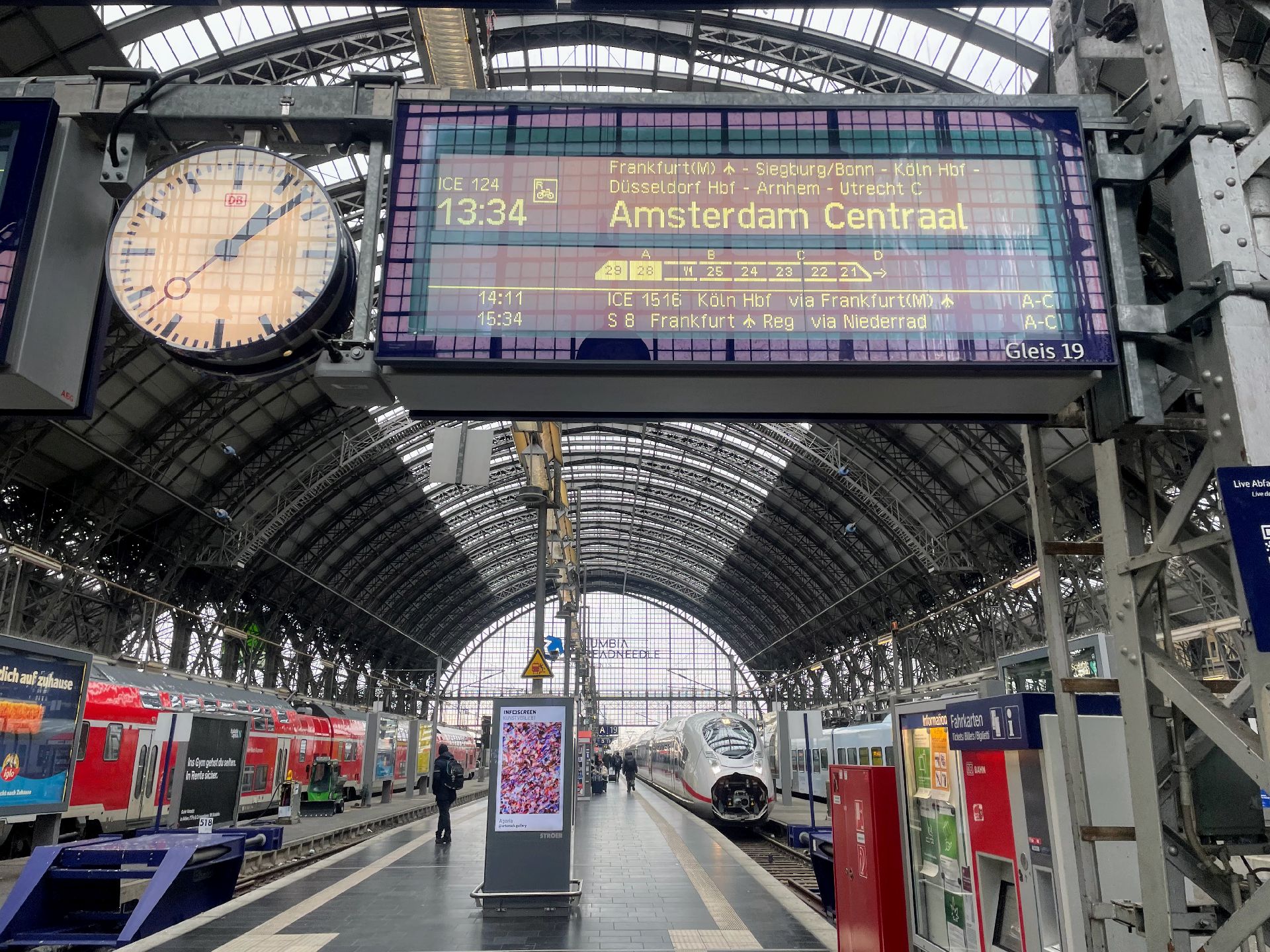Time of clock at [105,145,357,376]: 1:08
